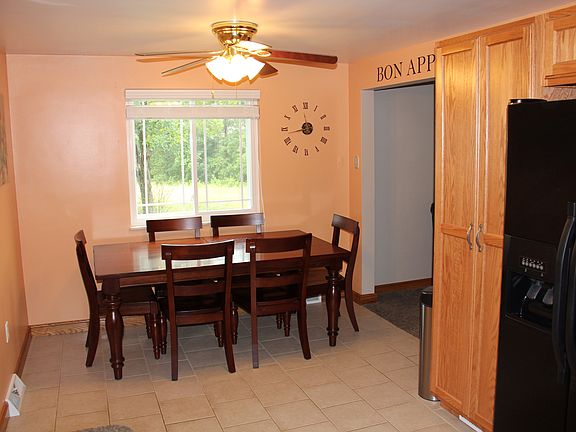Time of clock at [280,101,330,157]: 11:43
